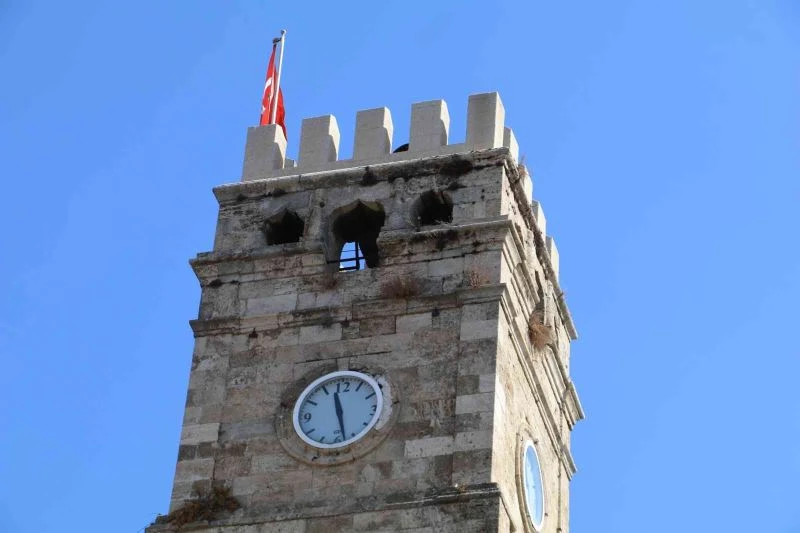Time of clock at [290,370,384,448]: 11:27
